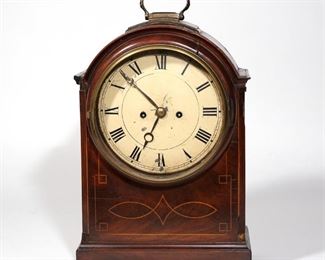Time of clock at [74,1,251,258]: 6:52
